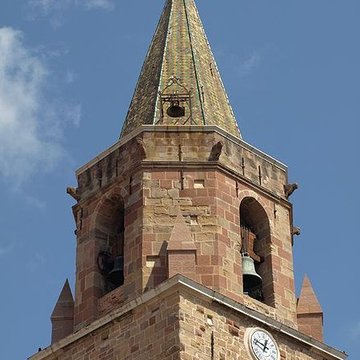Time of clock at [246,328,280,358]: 12:48
